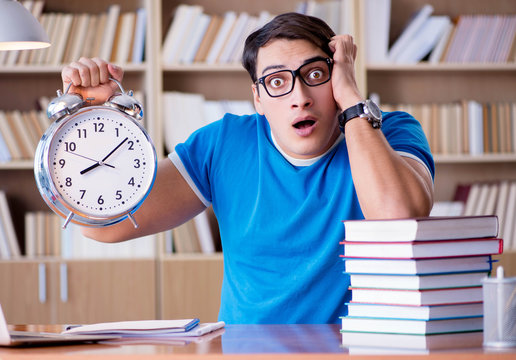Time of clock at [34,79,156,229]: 8:08
